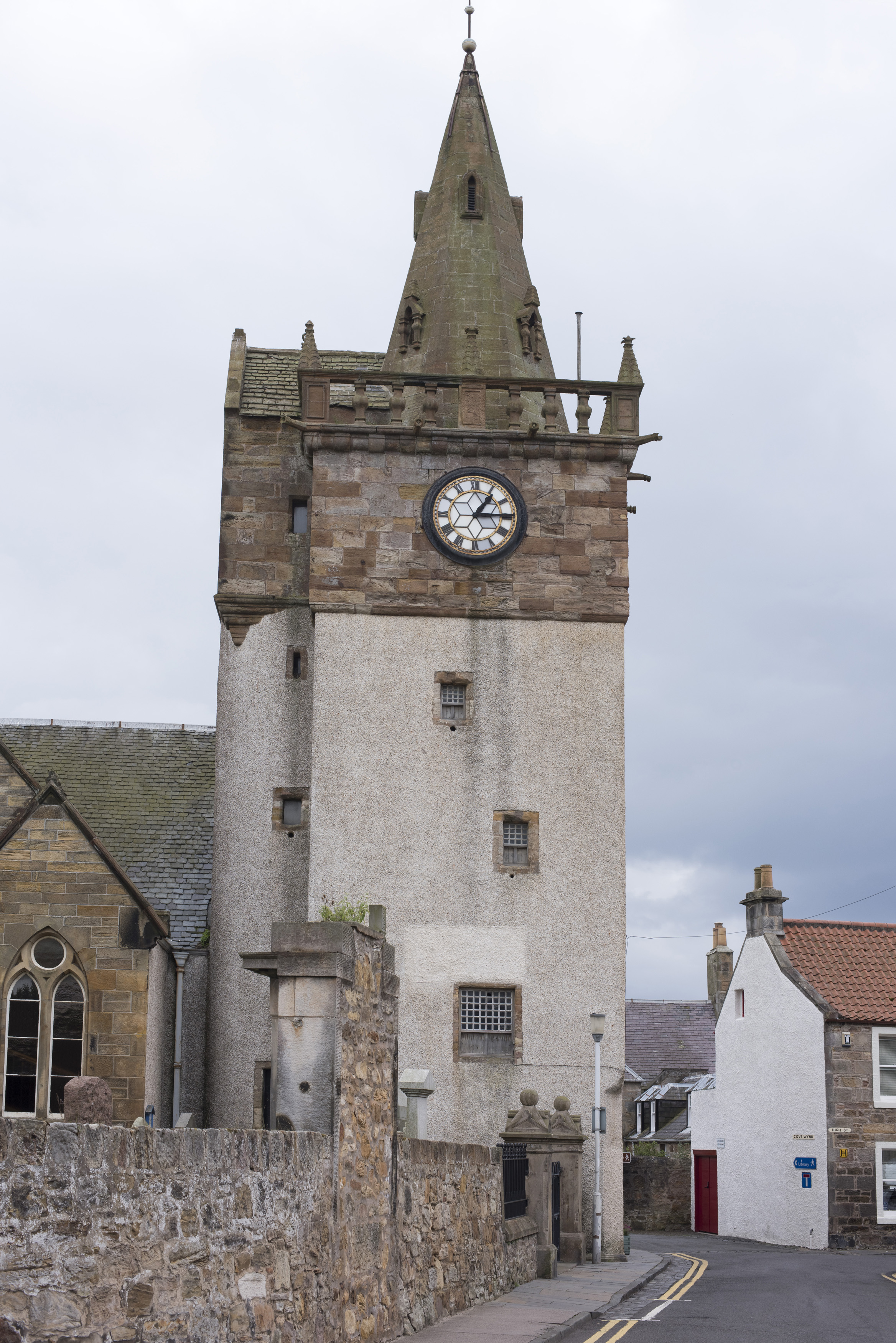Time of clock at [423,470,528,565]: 1:14
